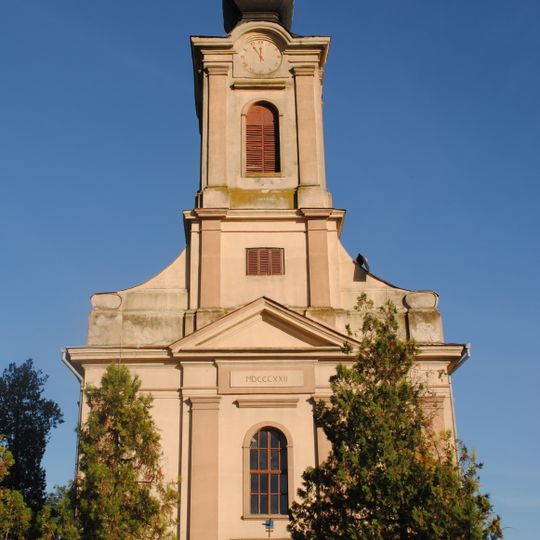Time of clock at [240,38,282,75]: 11:54
